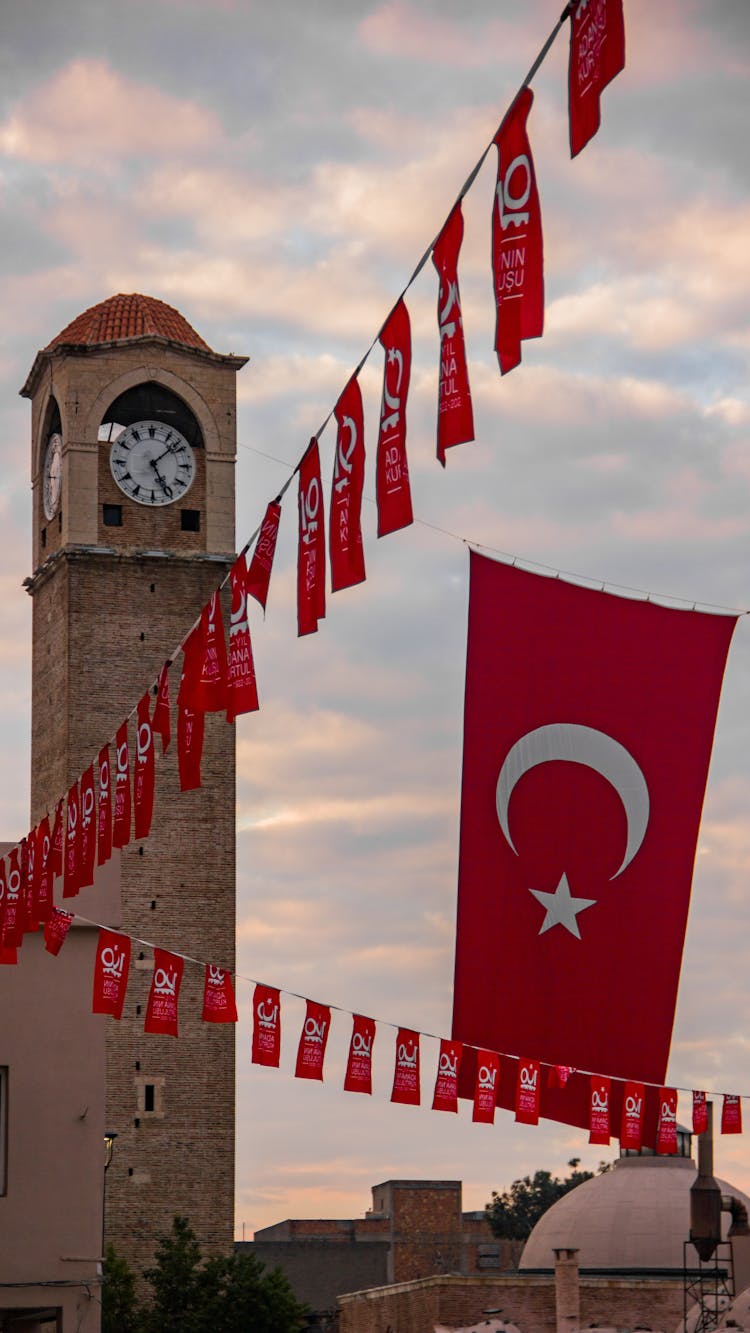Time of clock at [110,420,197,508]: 5:08
